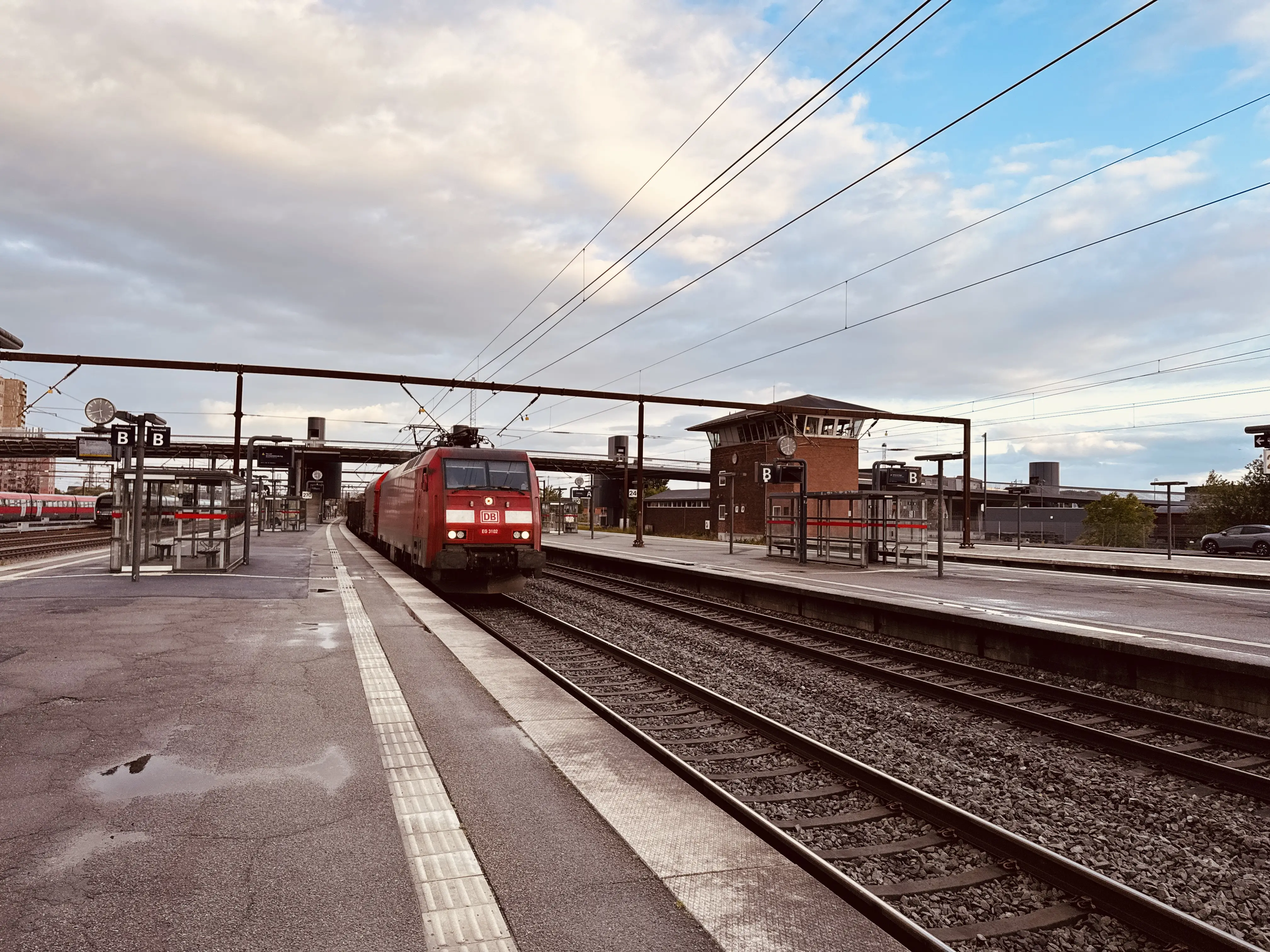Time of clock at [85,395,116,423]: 5:42
